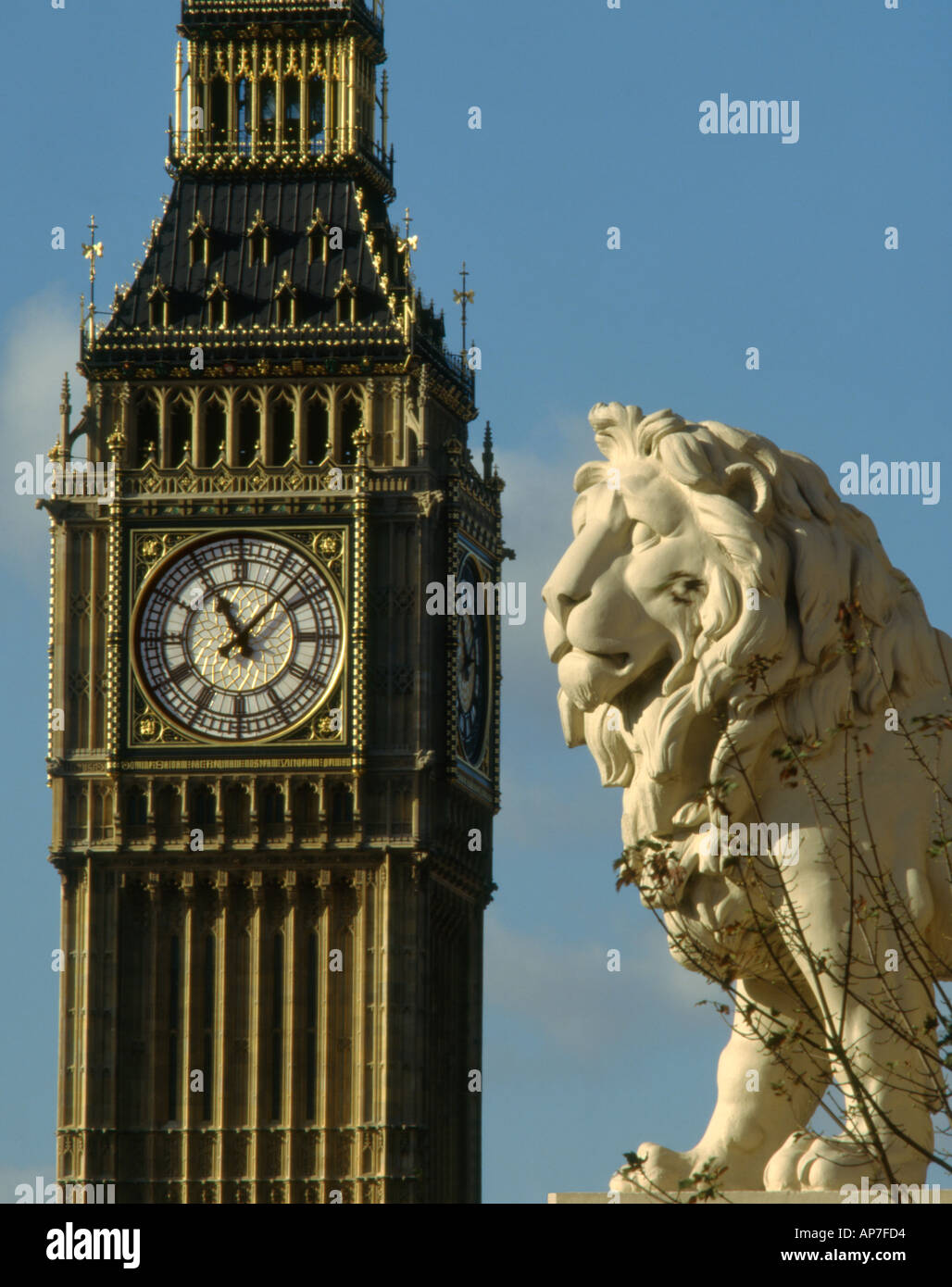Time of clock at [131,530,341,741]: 11:07
